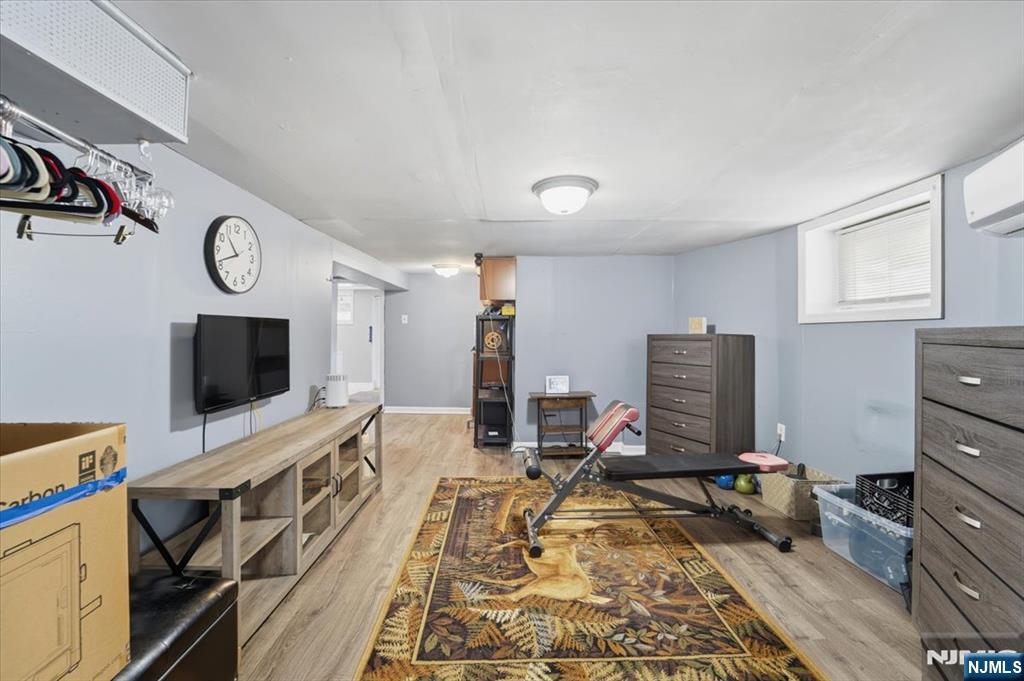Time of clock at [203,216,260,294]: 10:41
